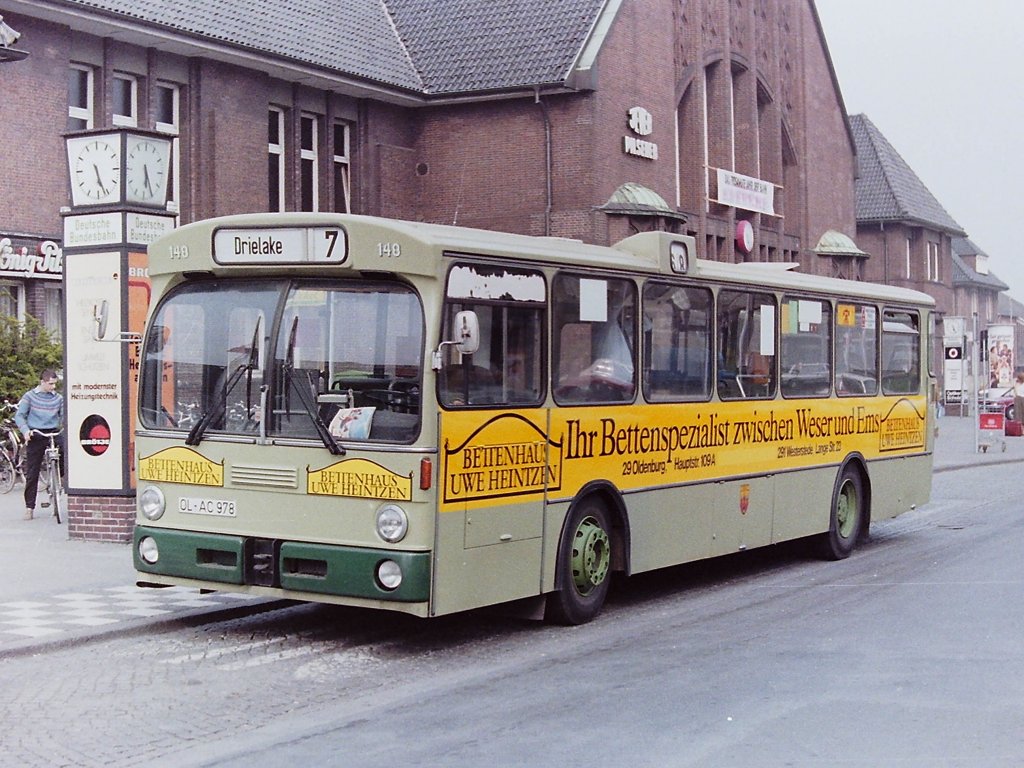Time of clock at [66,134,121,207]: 5:26
